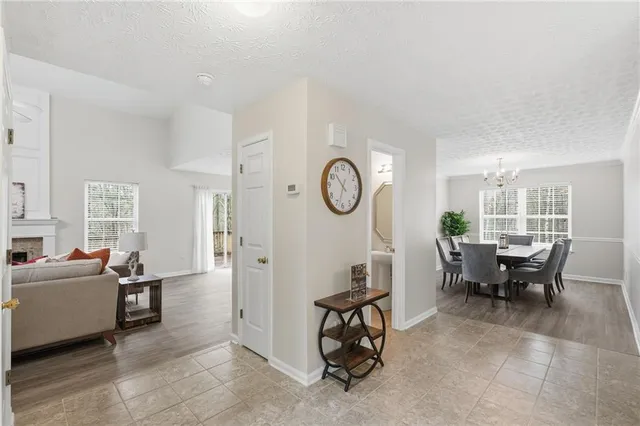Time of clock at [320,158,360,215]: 10:32
